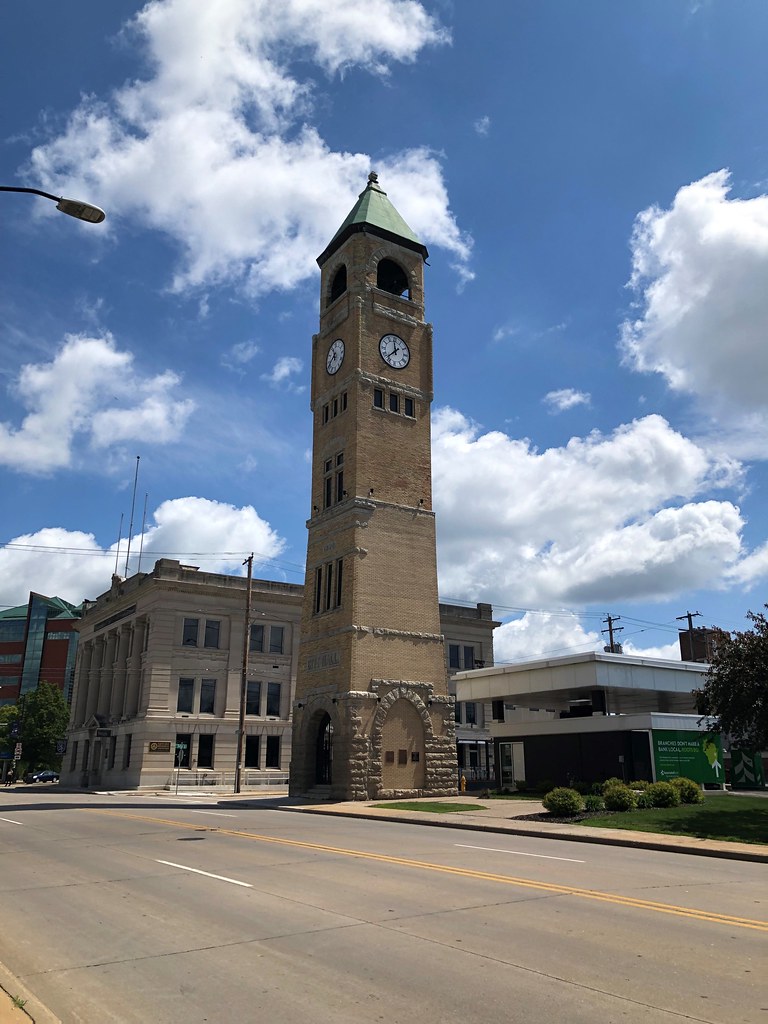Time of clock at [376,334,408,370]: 11:37
